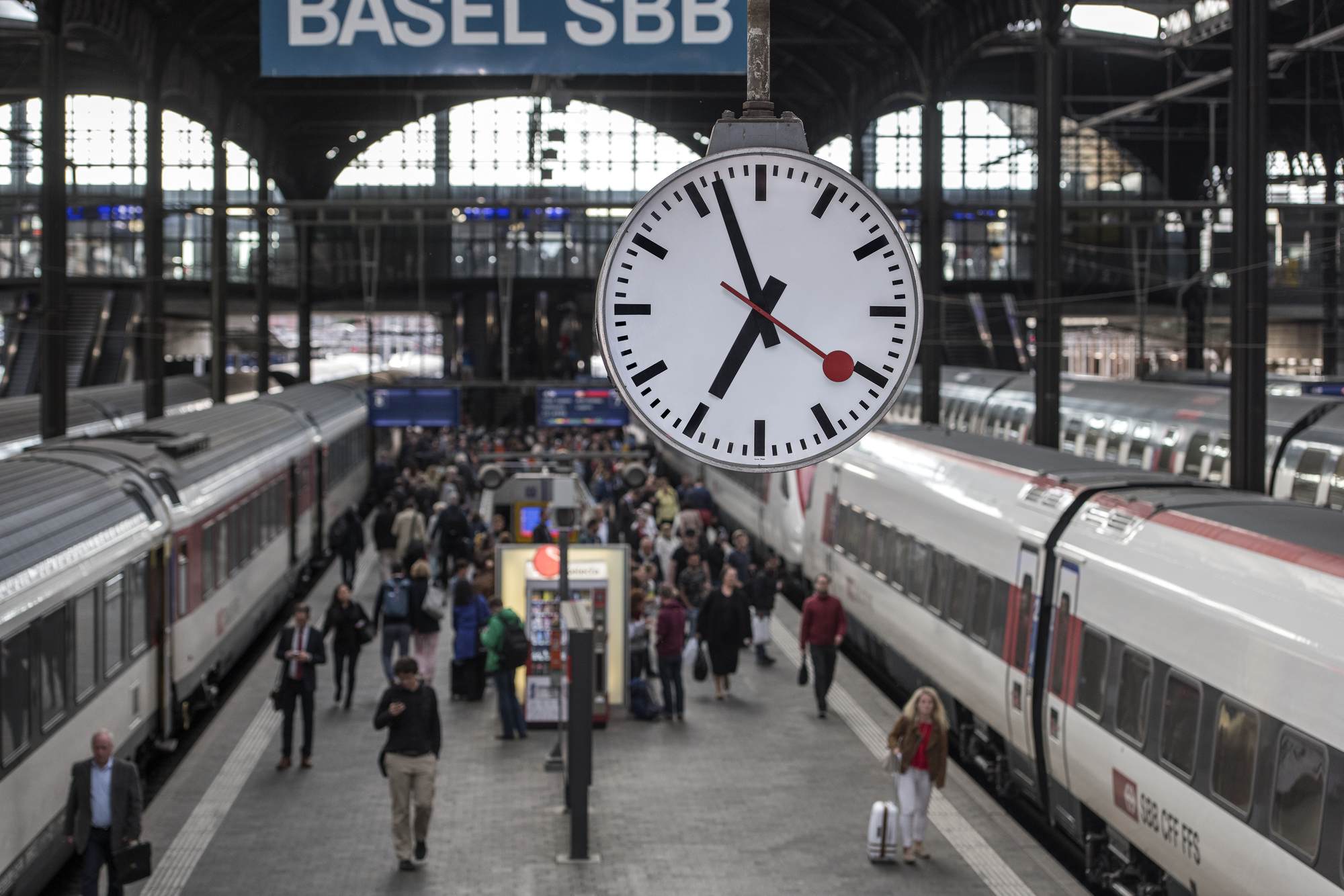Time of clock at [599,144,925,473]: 6:56
